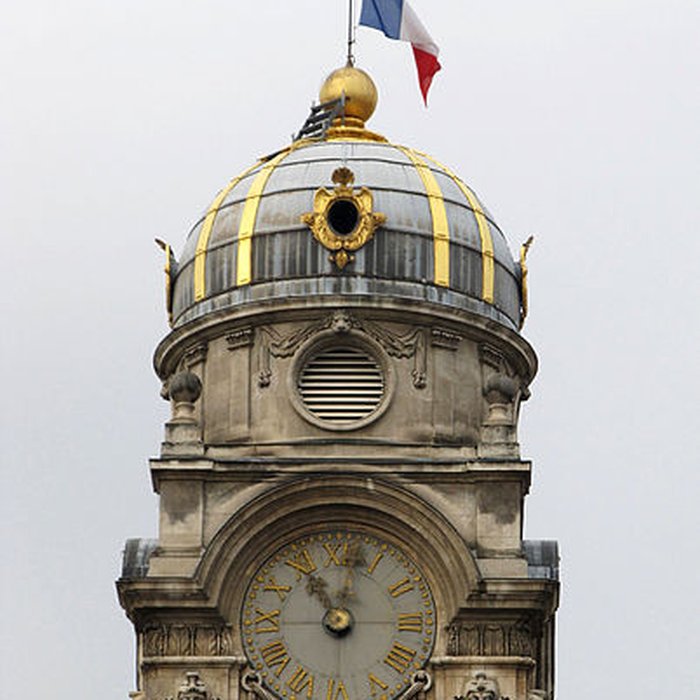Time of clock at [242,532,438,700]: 11:02
